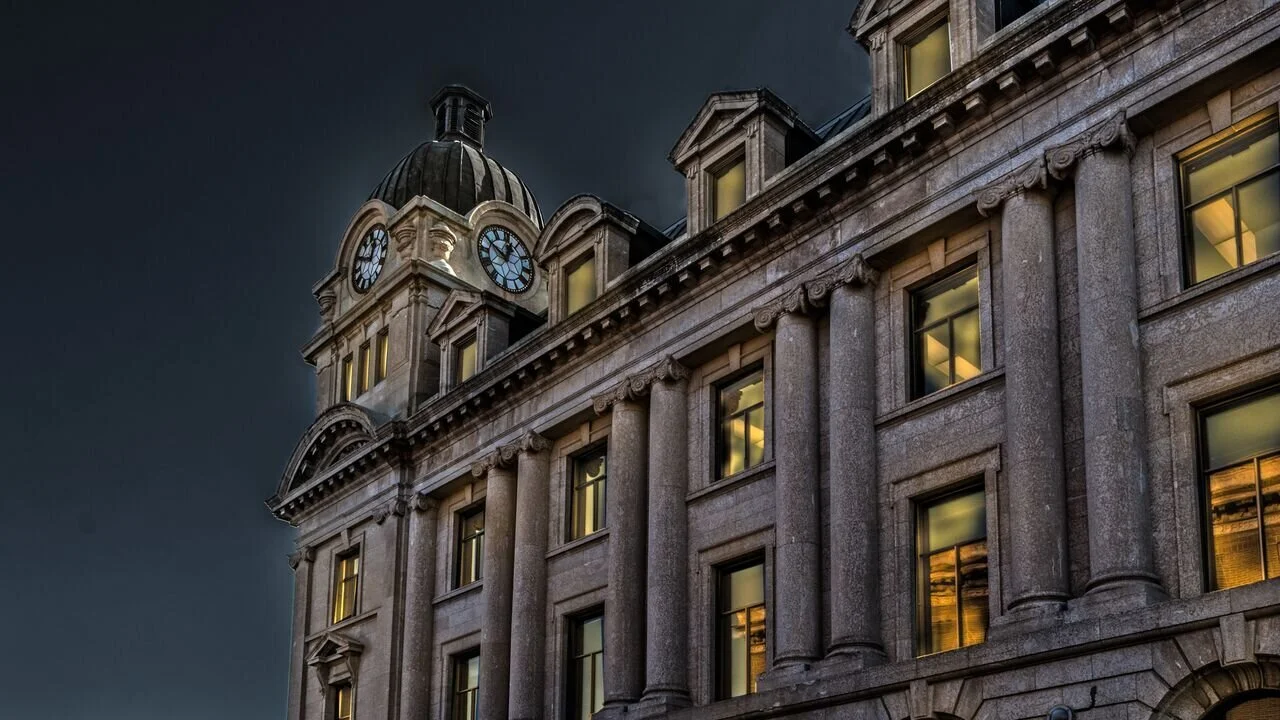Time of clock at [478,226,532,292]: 12:50
